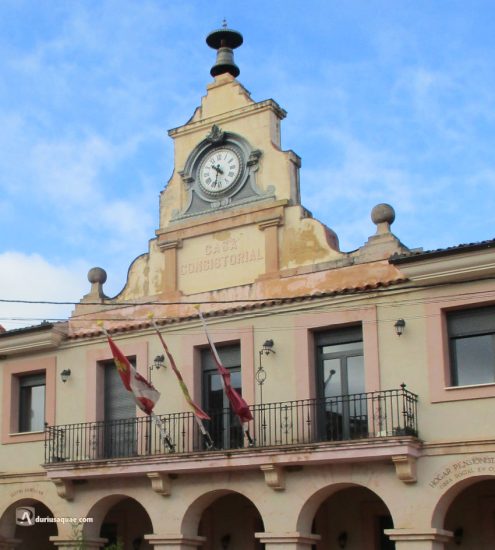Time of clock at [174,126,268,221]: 10:32
